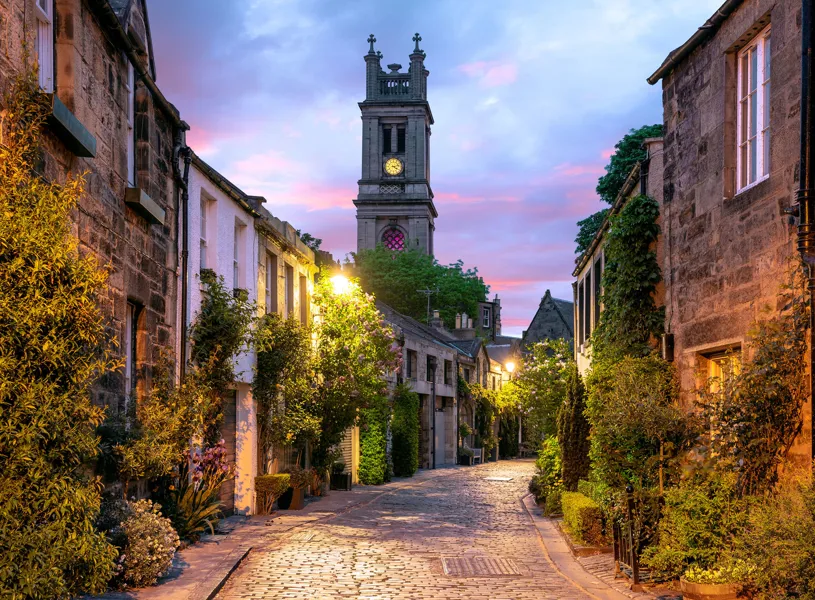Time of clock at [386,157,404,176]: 4:12
